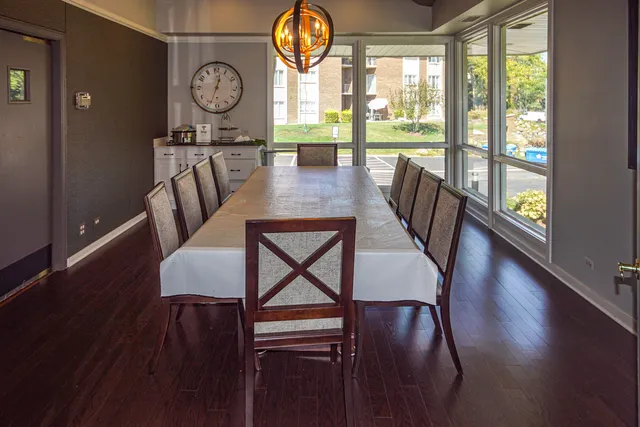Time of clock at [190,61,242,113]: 12:33
